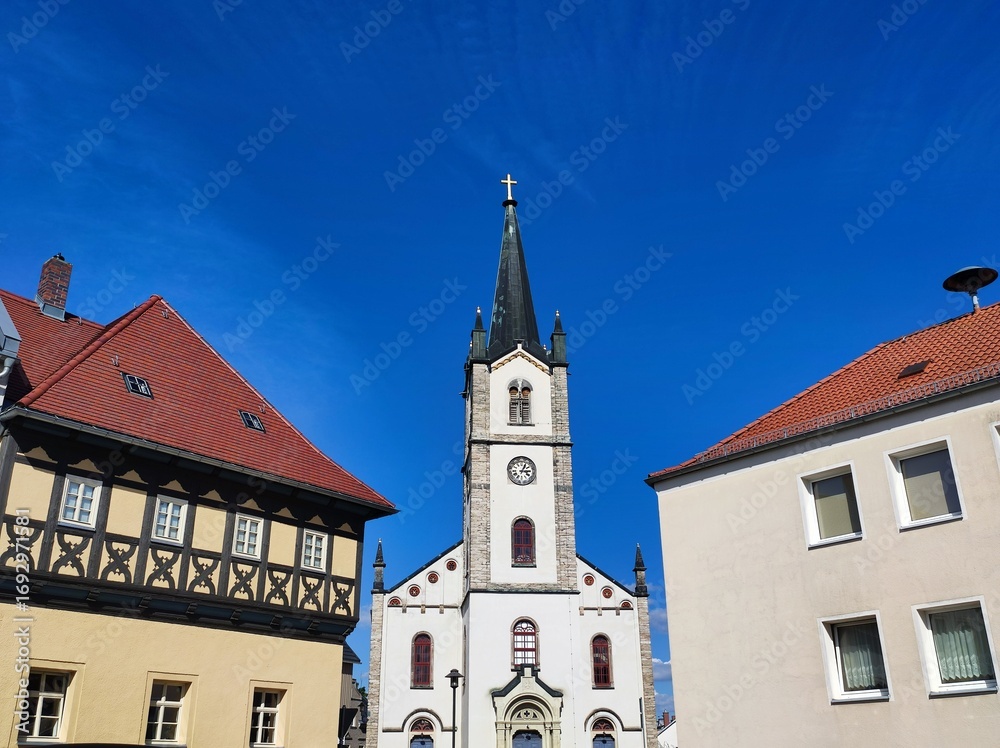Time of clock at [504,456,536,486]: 3:04
